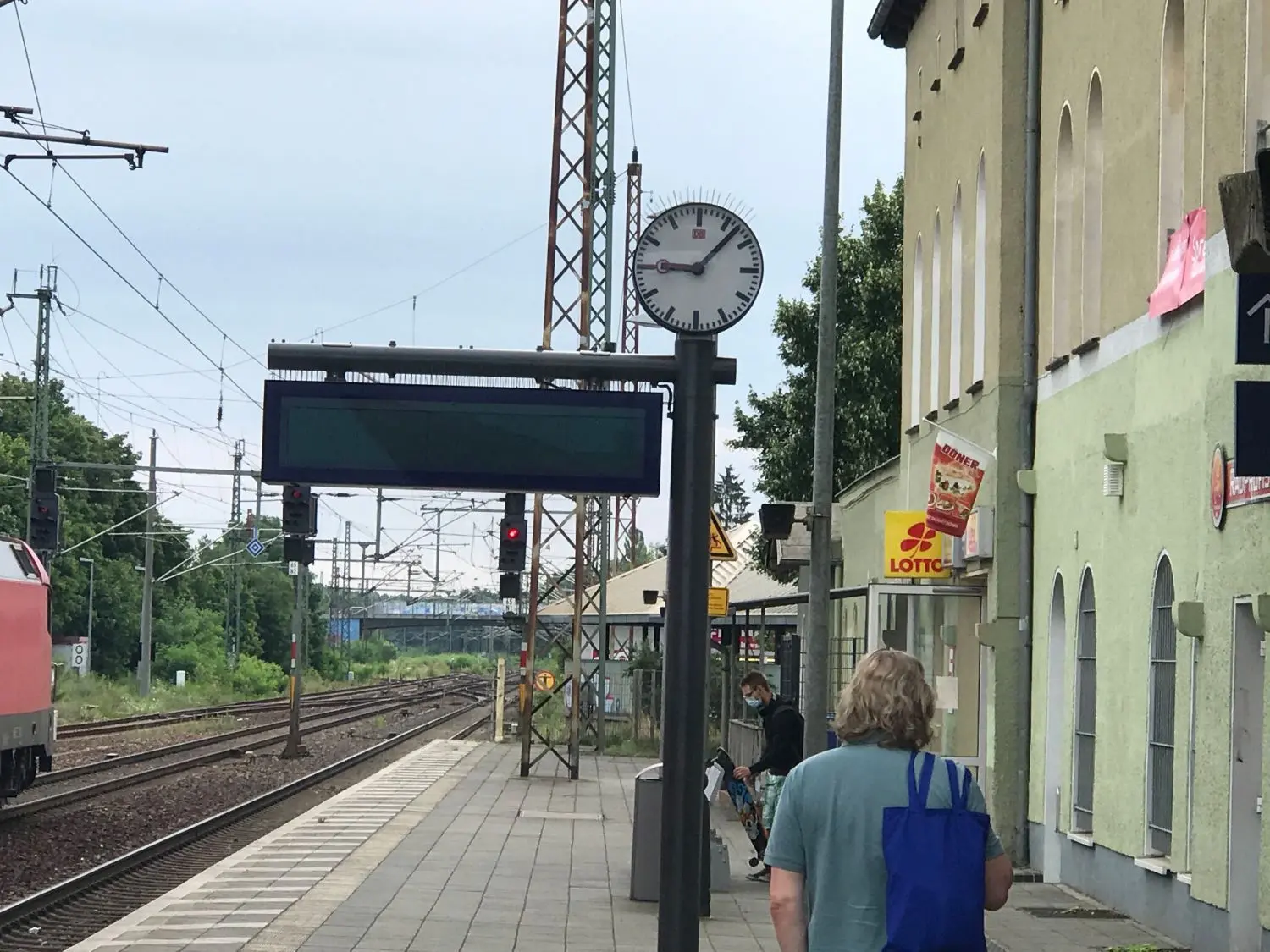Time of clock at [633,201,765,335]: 9:07
